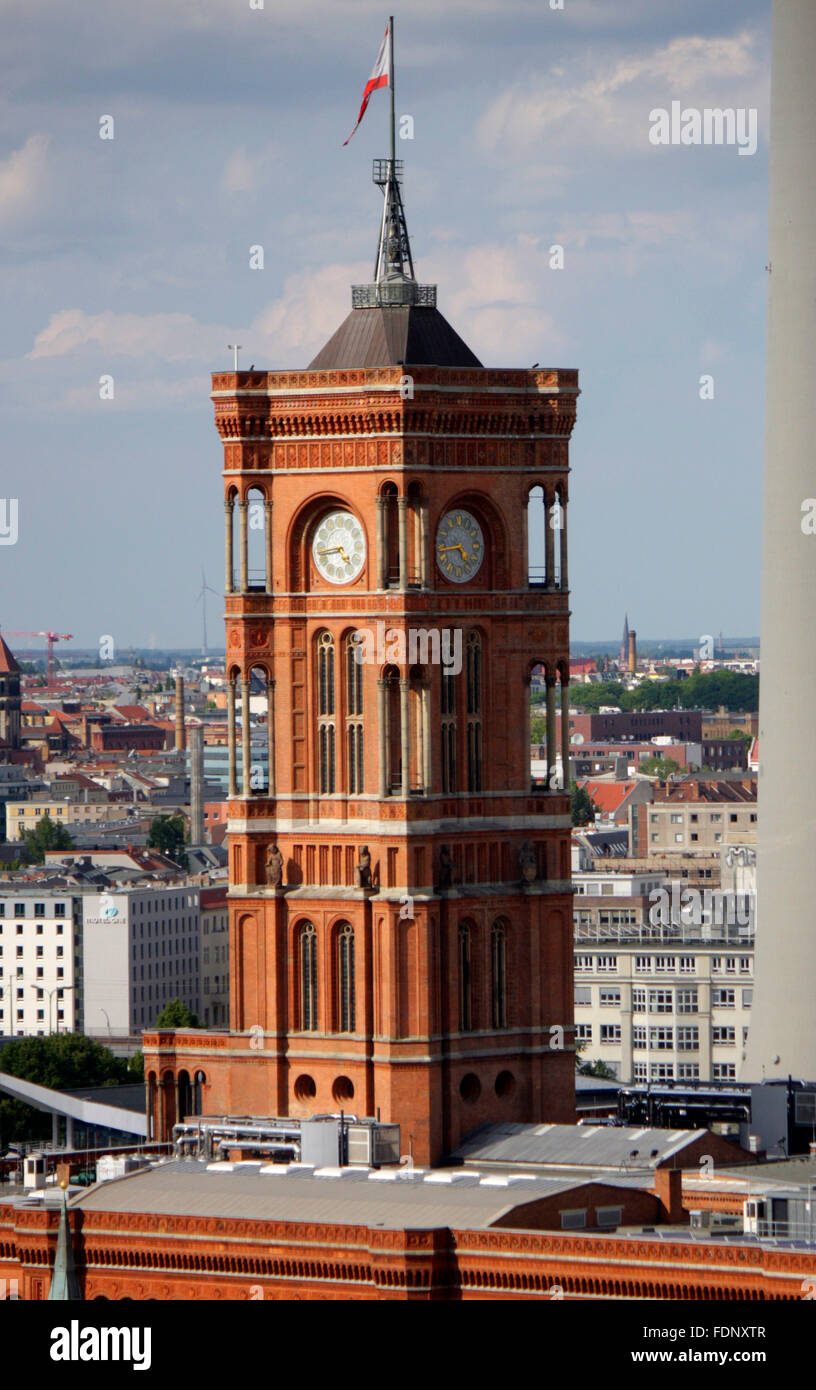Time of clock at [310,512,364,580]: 4:43
